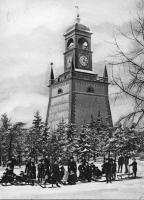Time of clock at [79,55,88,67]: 12:21
